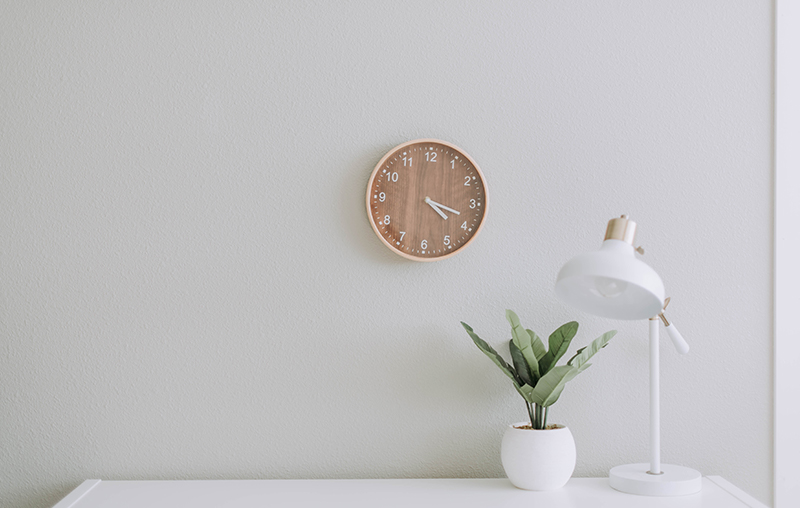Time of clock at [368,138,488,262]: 4:18
